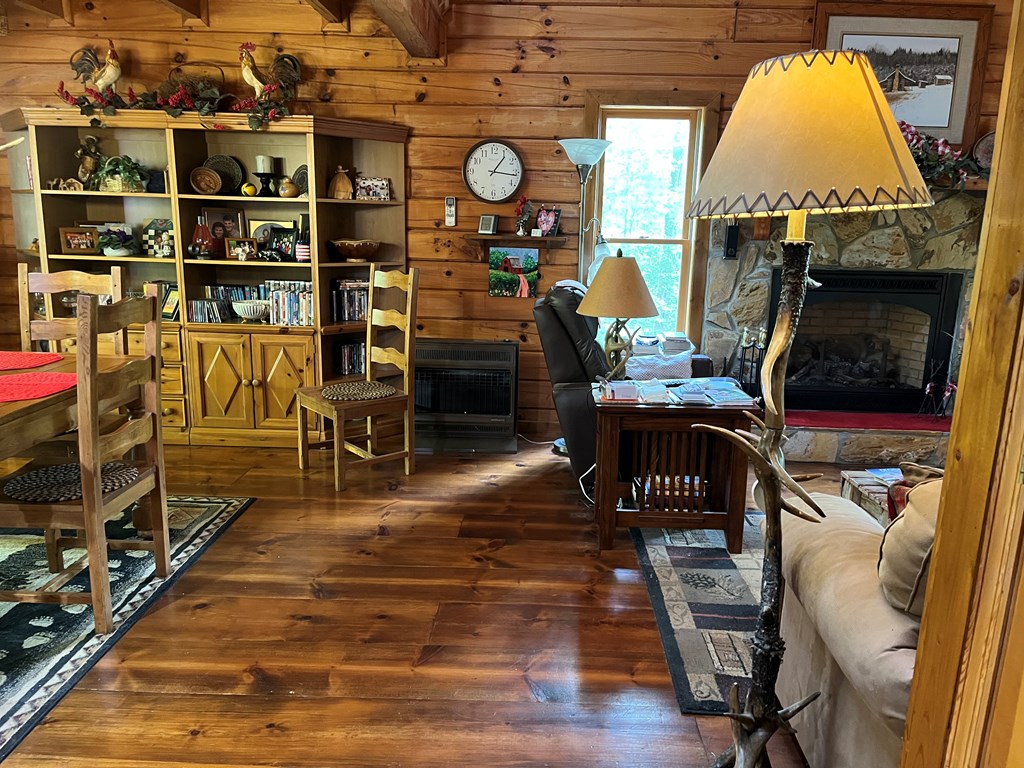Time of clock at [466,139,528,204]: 1:16
